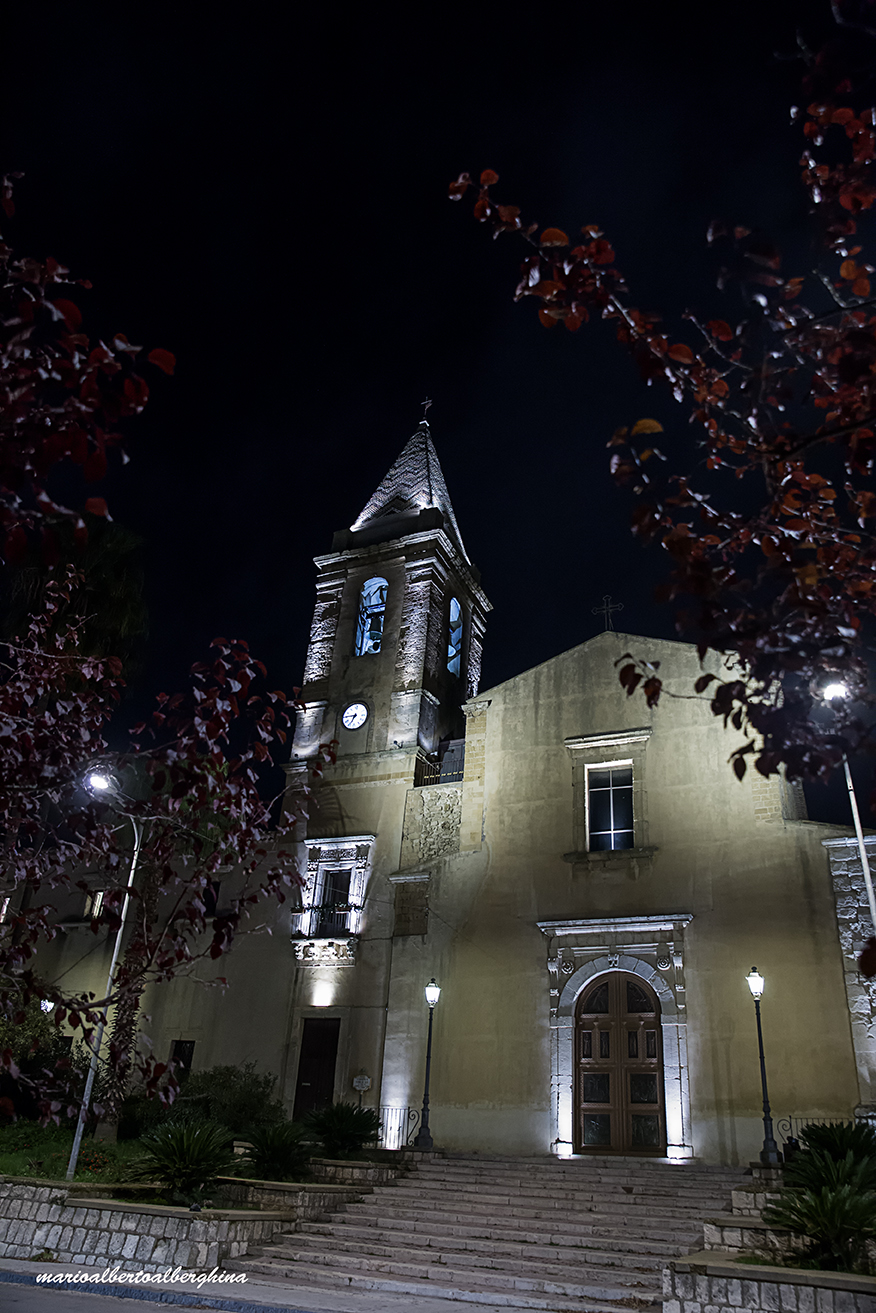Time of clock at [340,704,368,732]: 6:45
